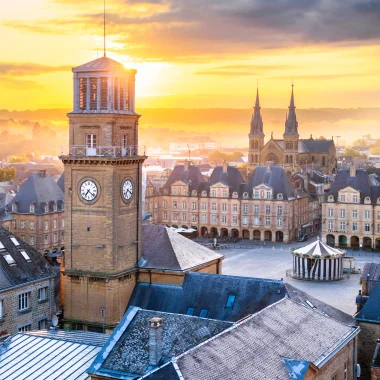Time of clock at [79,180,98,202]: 7:21
